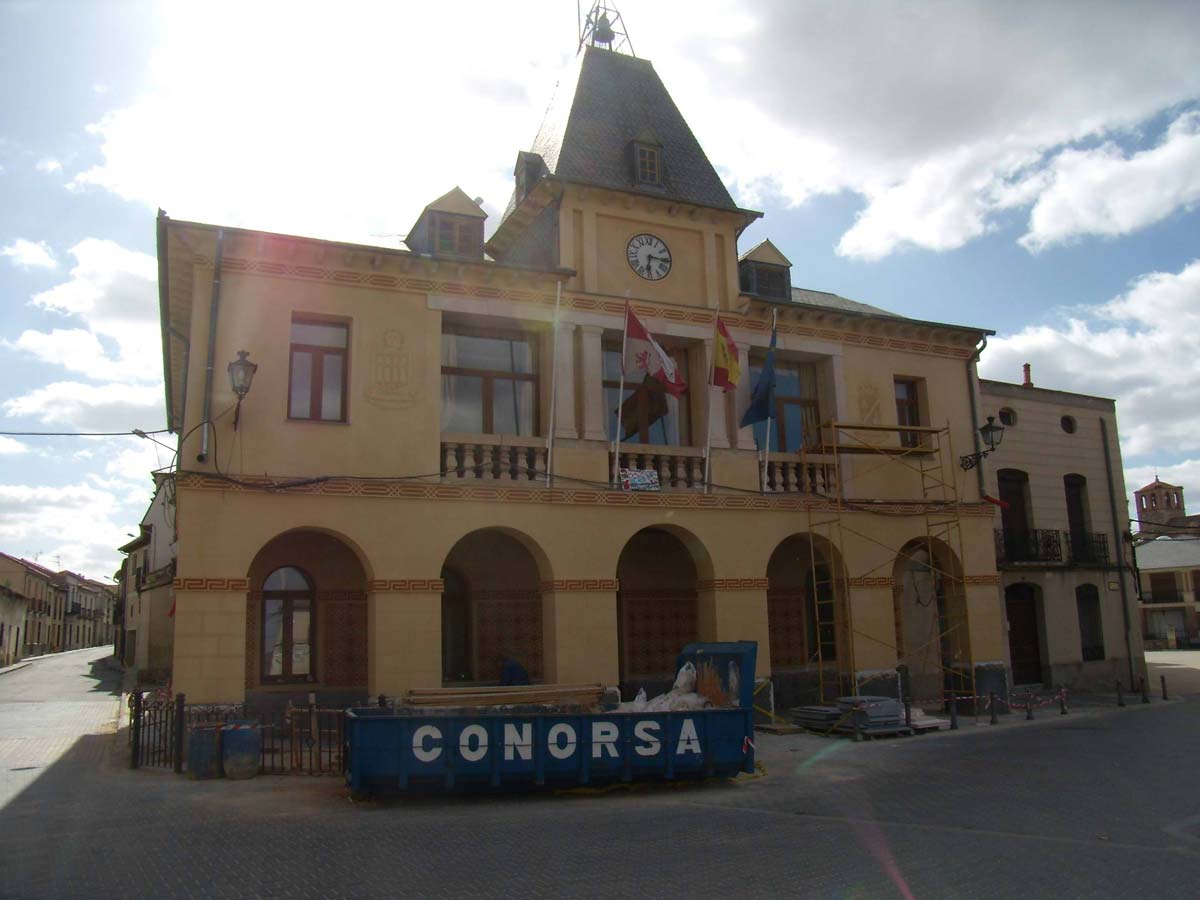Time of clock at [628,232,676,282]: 6:15
